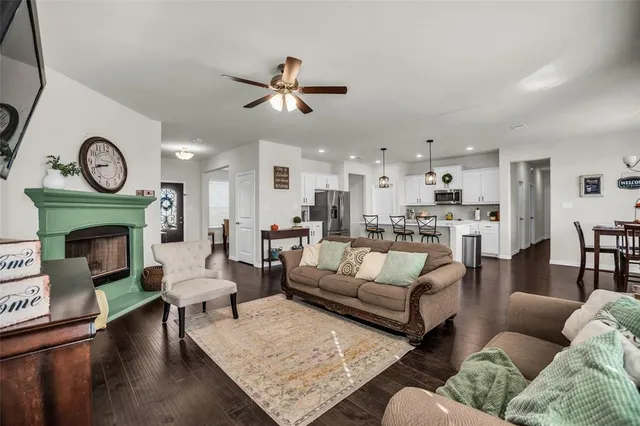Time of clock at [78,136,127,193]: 8:41
